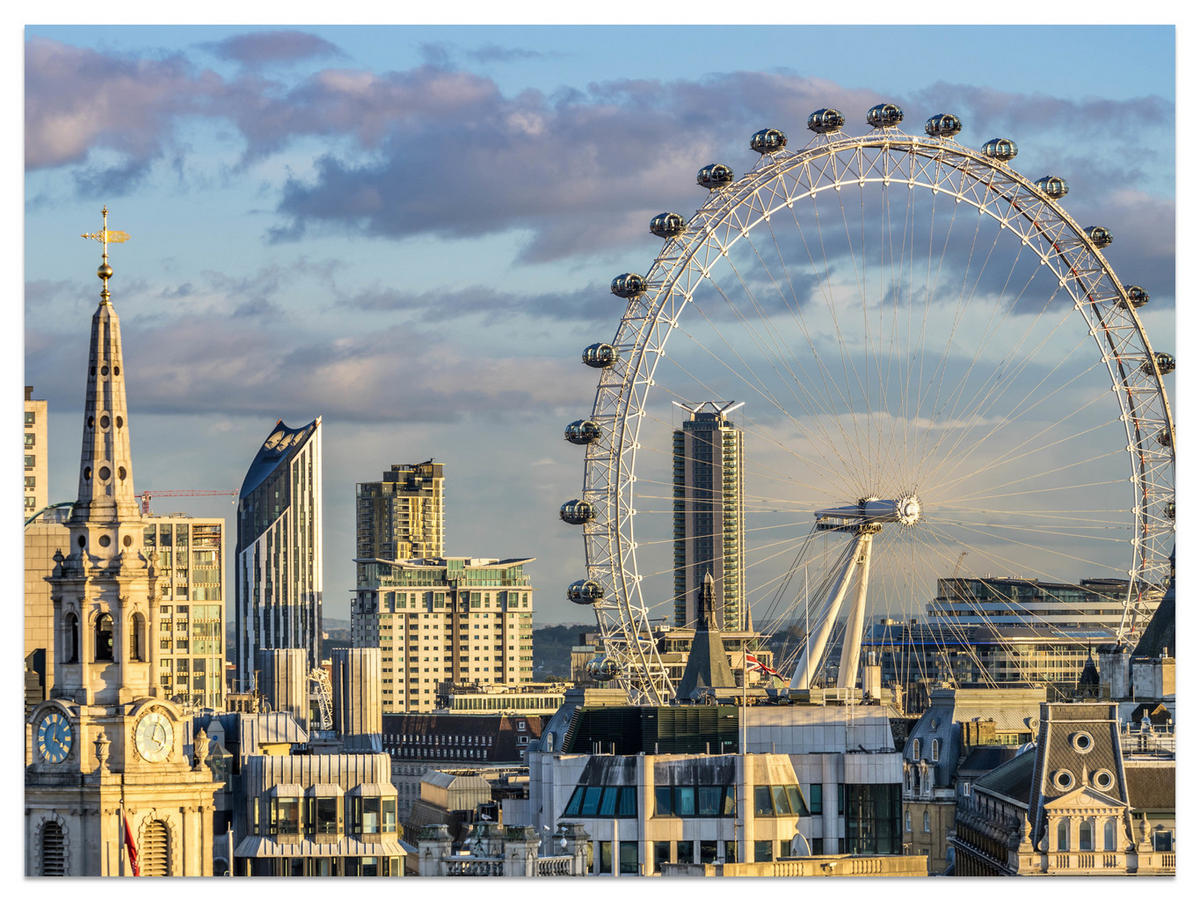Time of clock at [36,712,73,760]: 4:01
